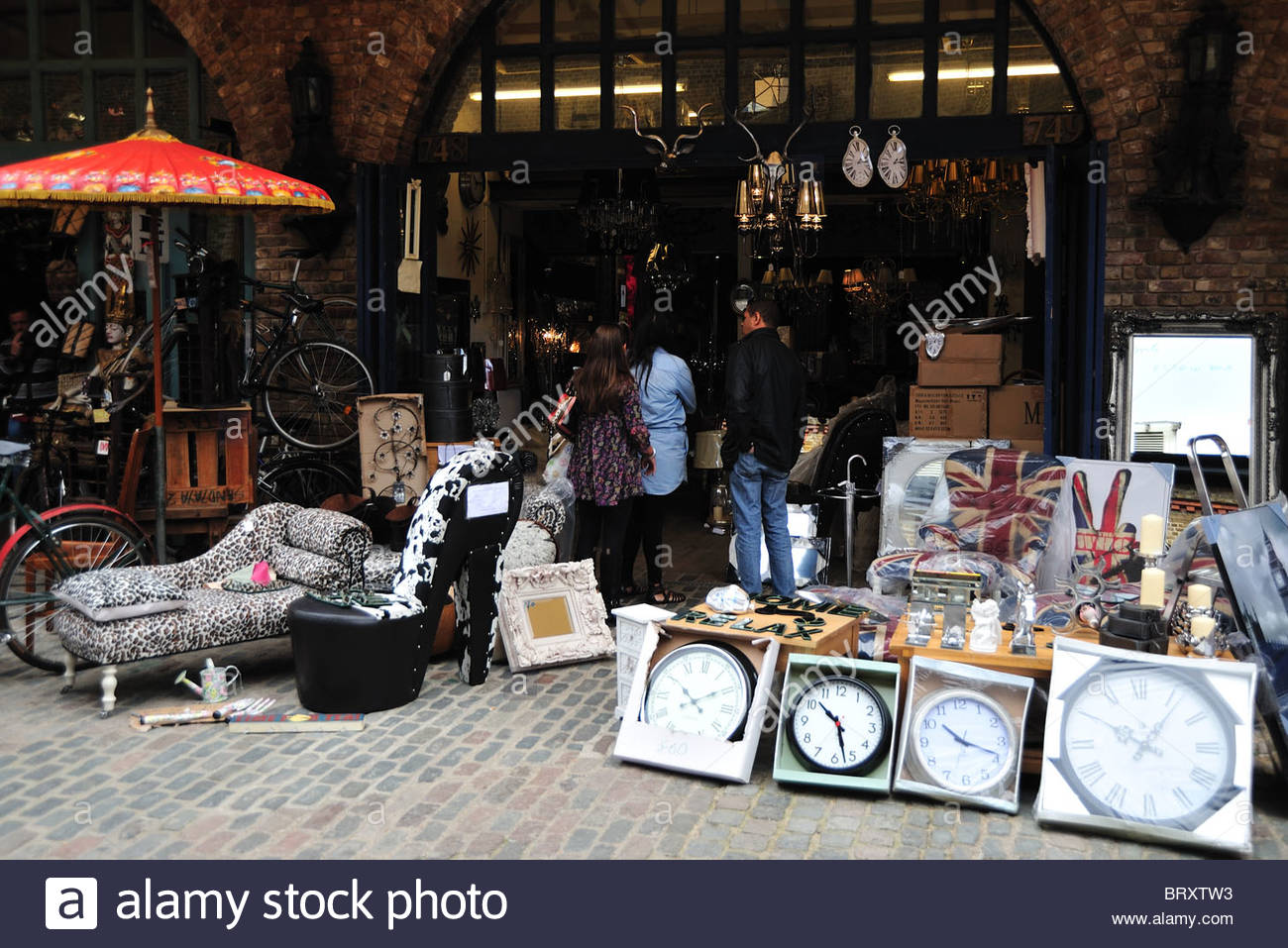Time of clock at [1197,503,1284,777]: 10:06
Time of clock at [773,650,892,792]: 10:27
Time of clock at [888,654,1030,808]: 10:18
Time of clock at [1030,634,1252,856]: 10:06
